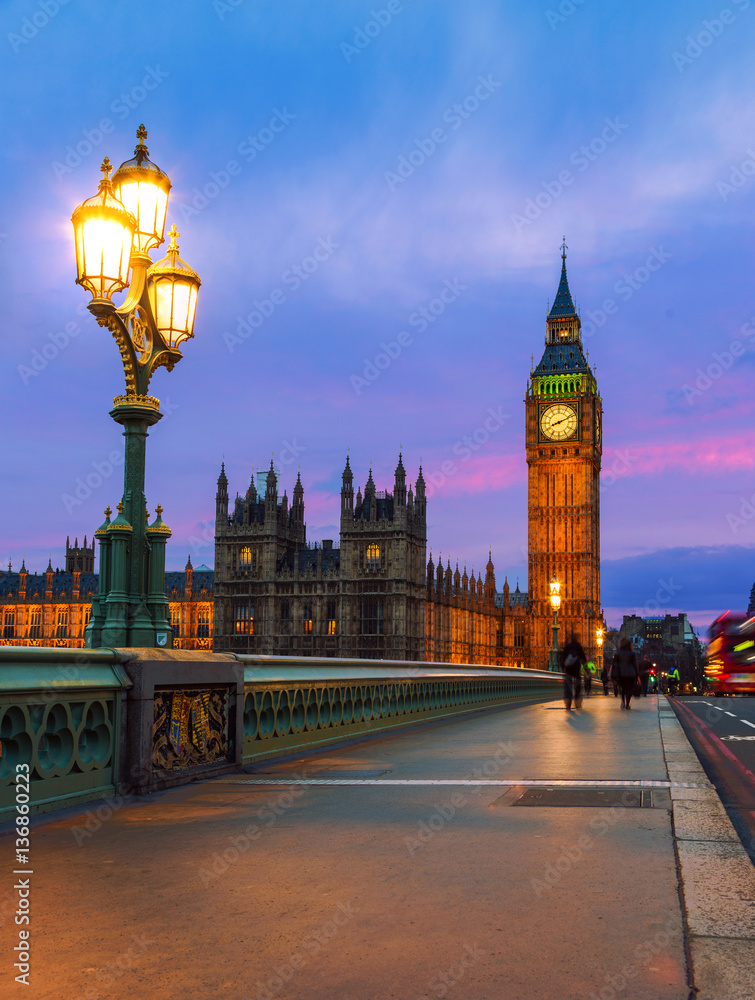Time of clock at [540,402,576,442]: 8:11
